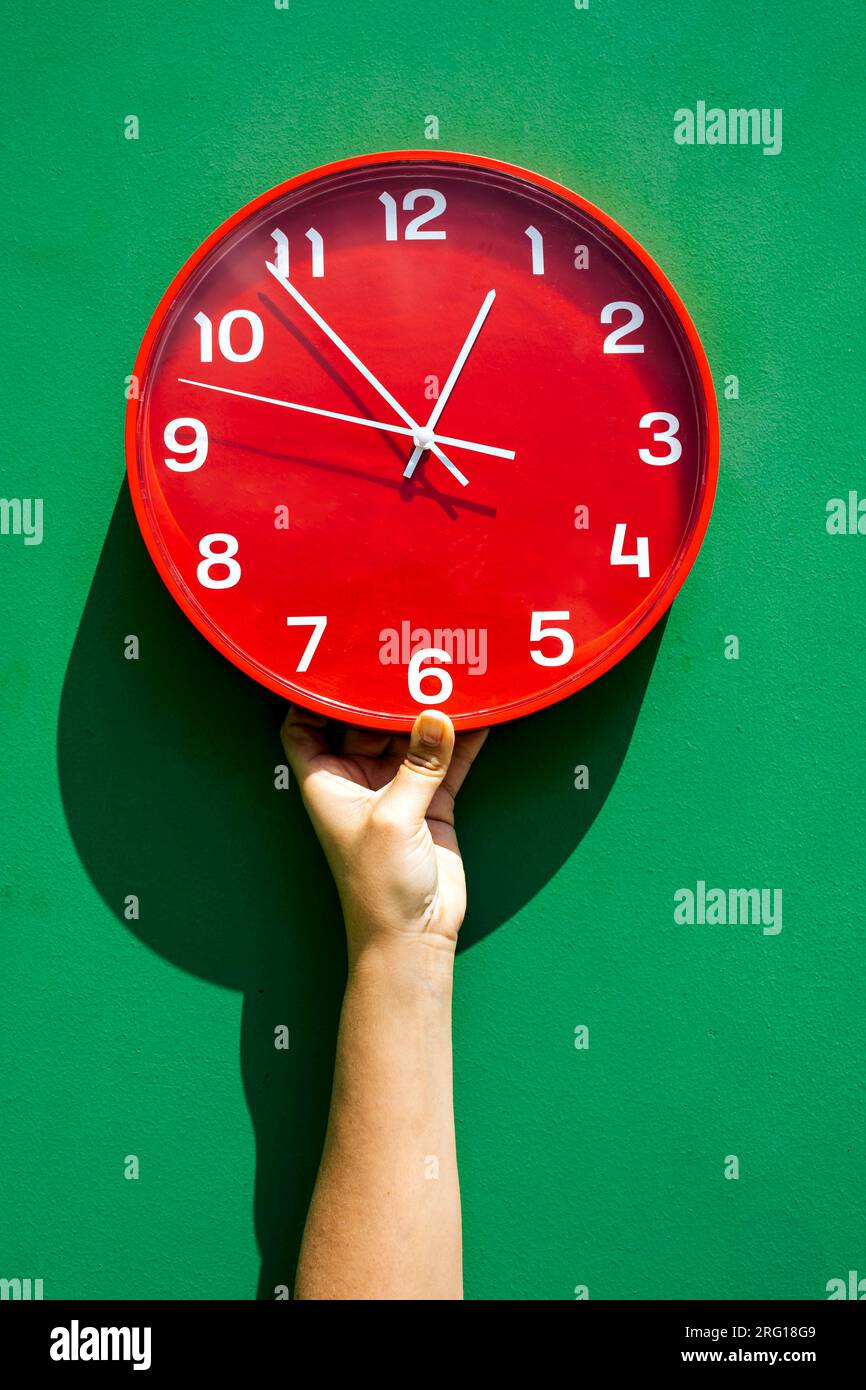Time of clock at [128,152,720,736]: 12:53
